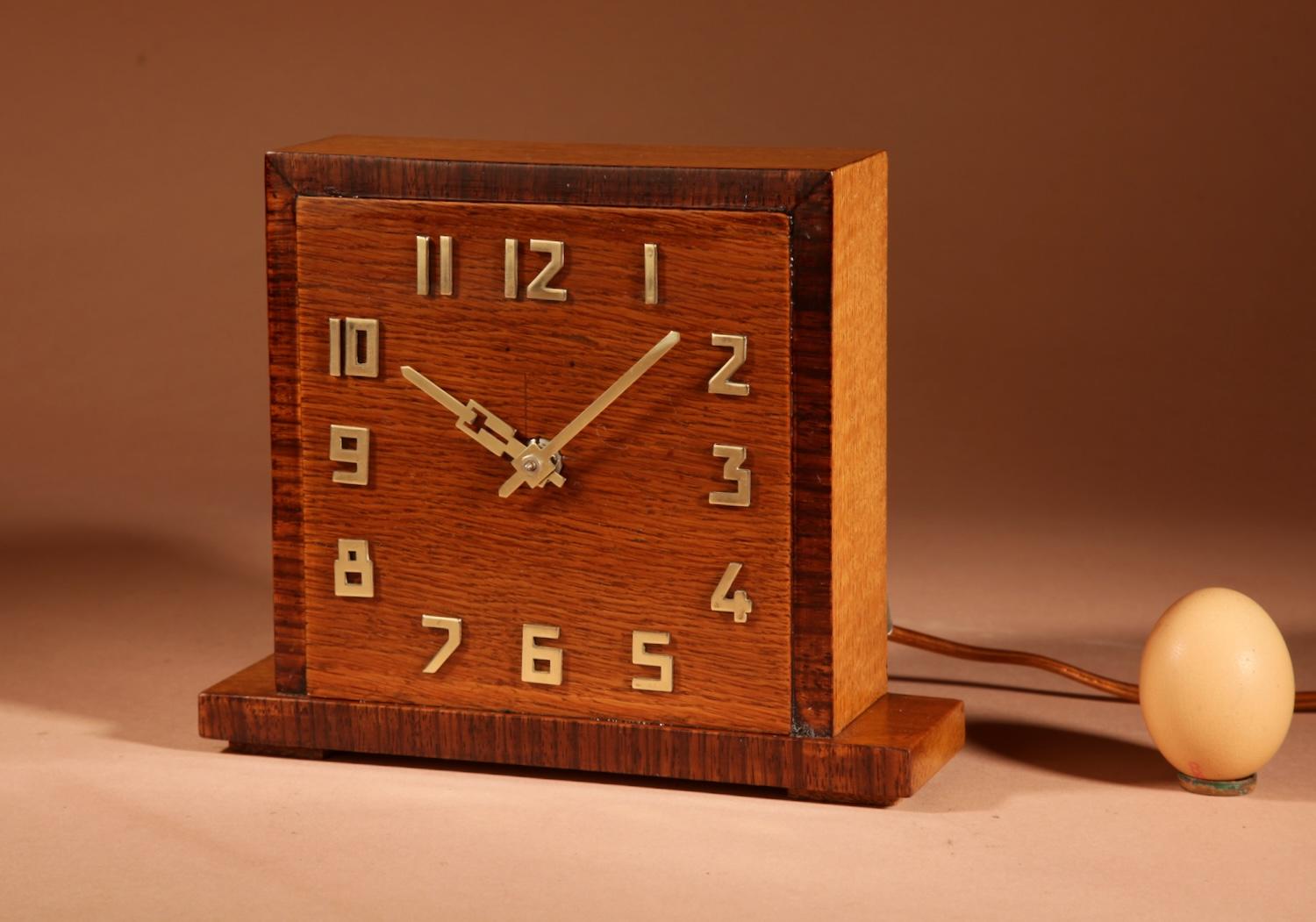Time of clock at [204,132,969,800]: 10:07
